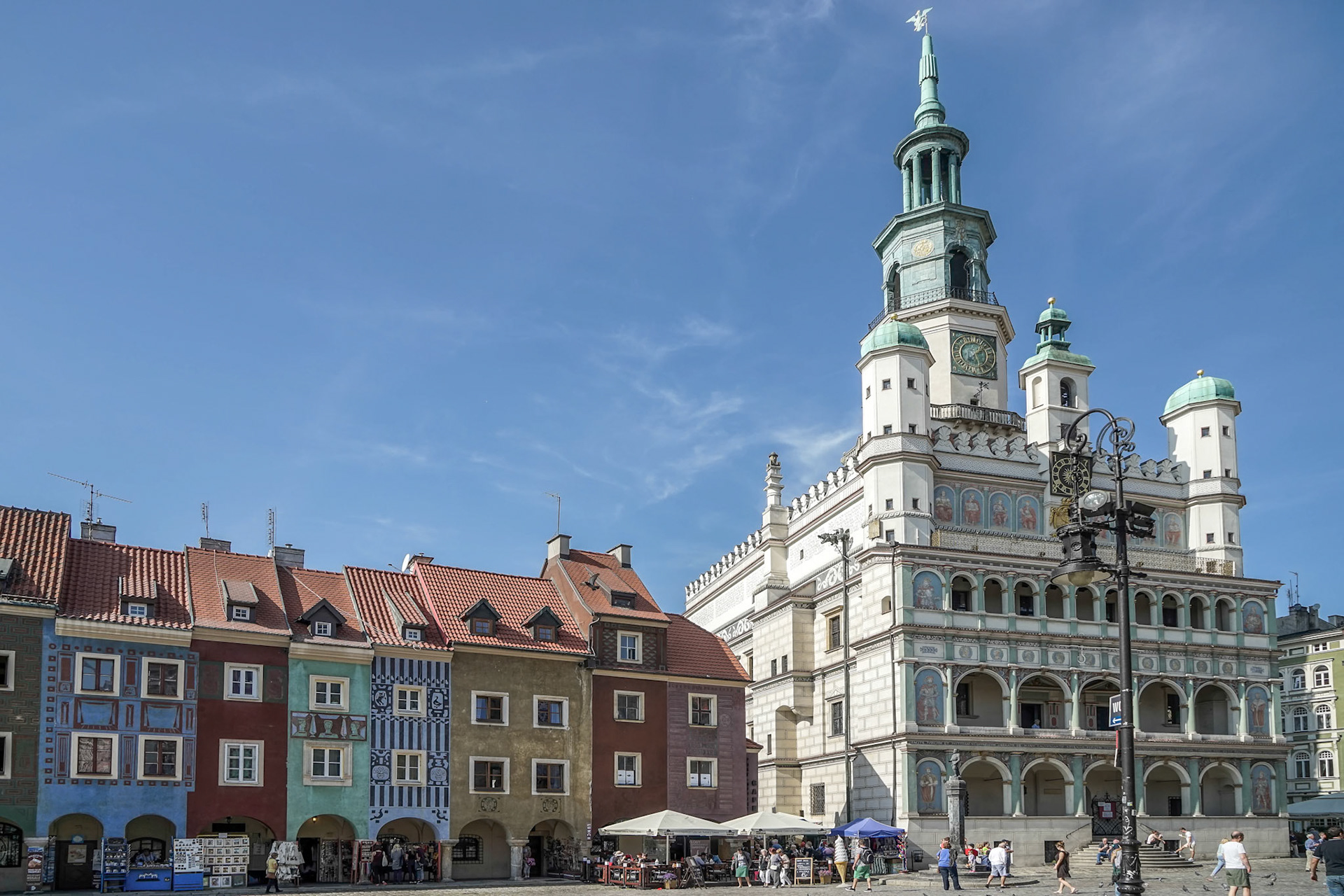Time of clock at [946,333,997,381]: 5:08
